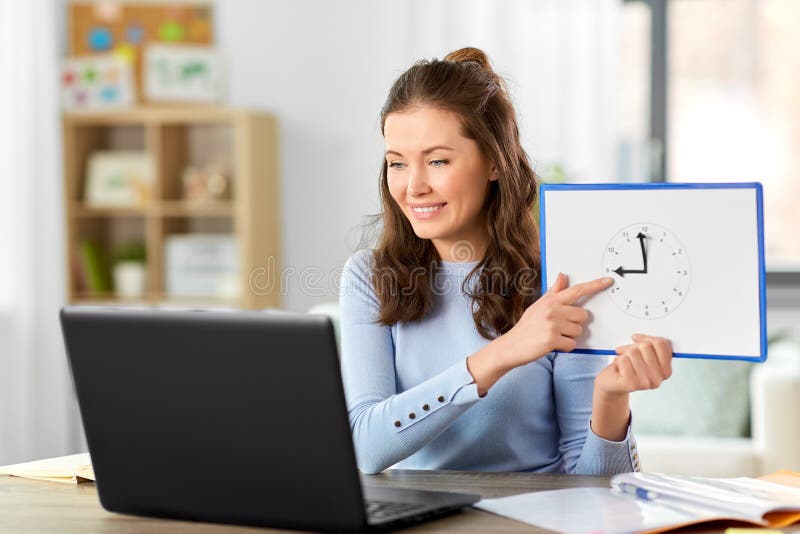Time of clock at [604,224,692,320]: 8:58
